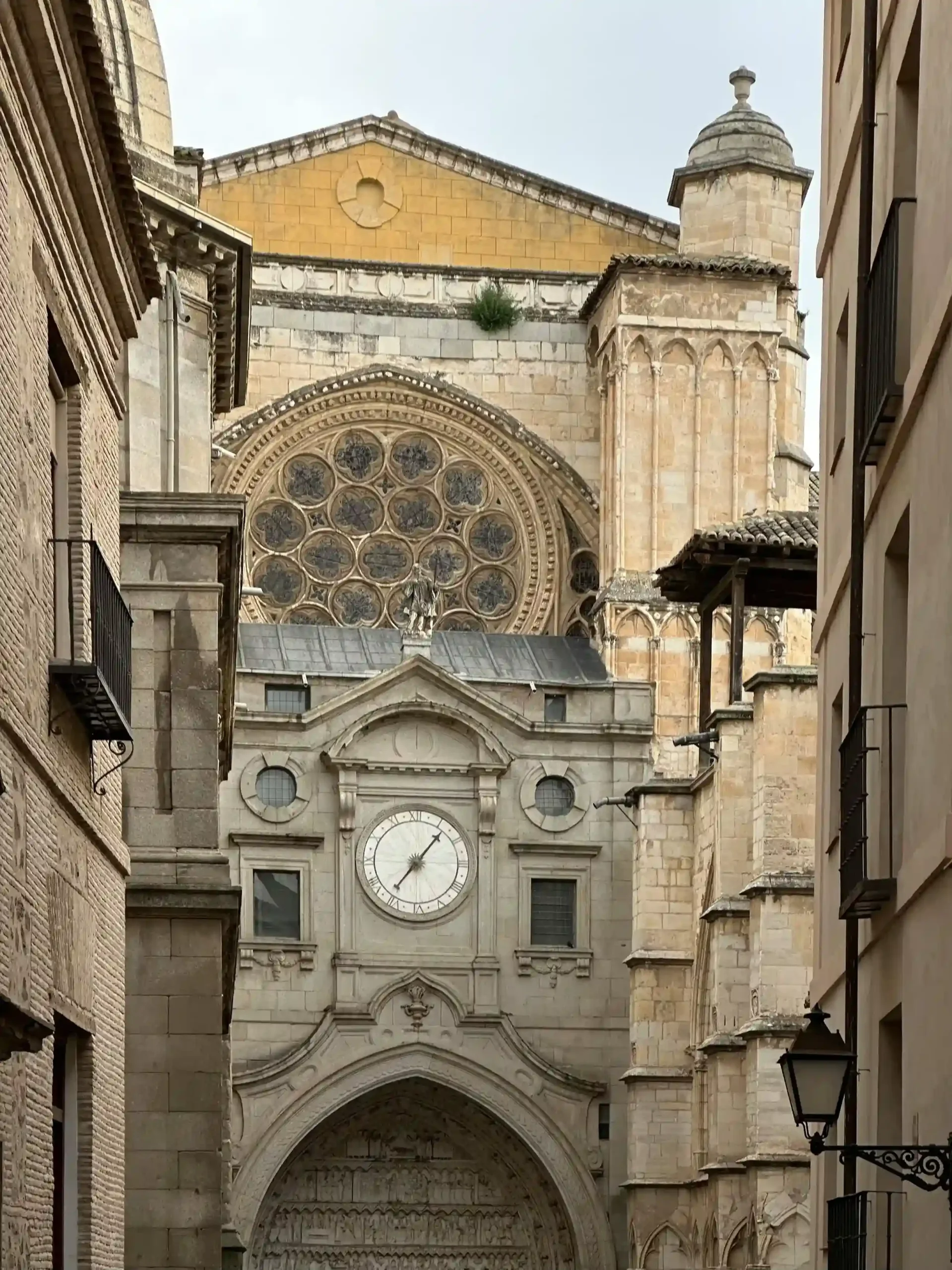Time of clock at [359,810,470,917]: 7:06
